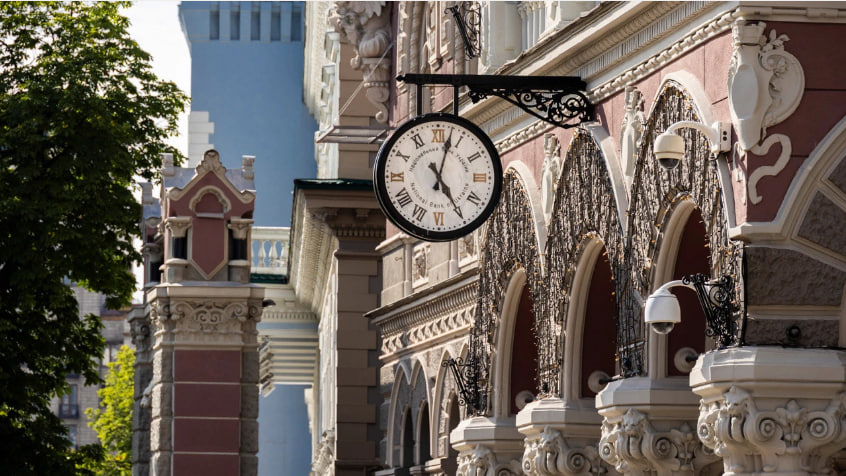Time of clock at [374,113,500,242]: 5:02
